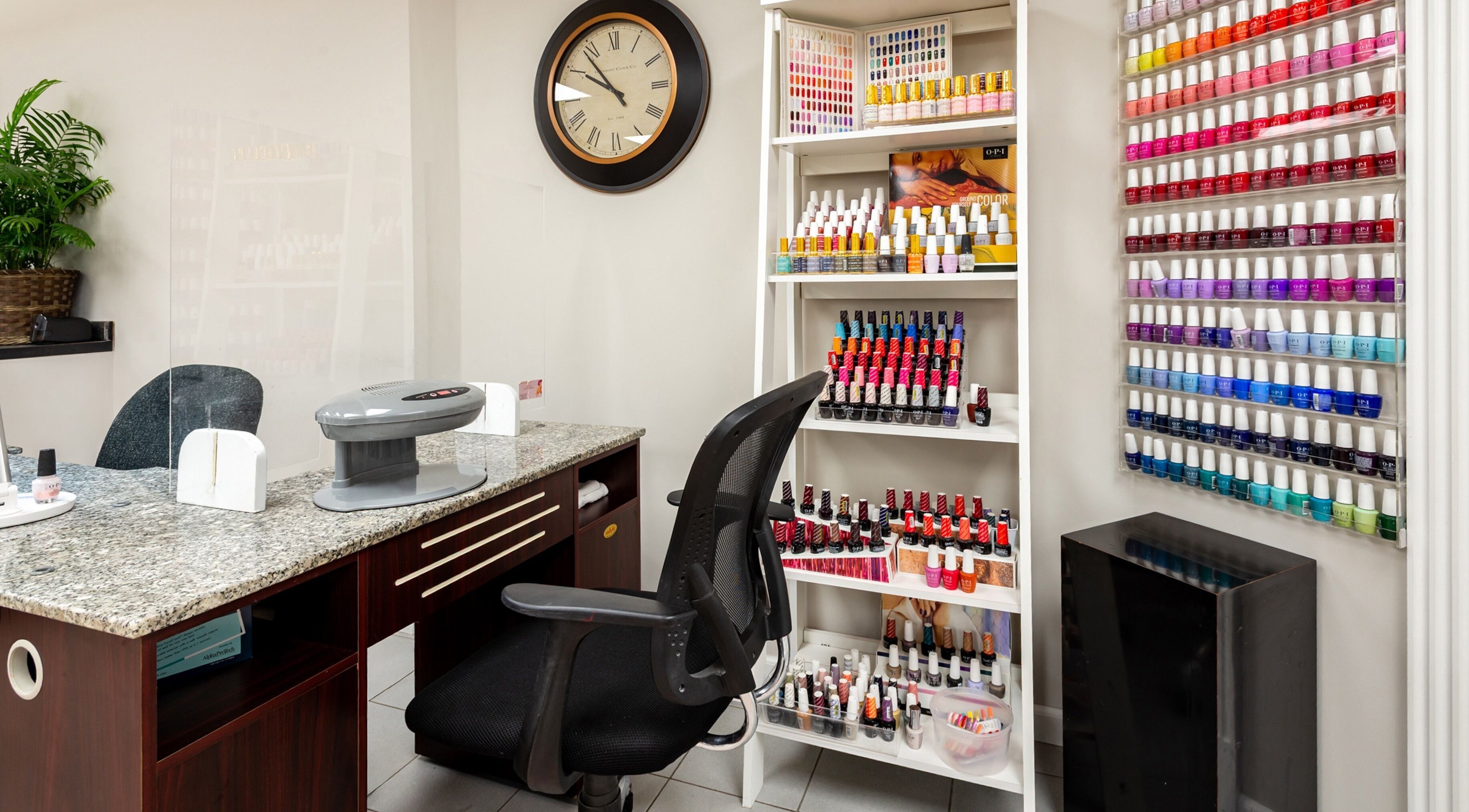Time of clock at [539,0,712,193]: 9:53
